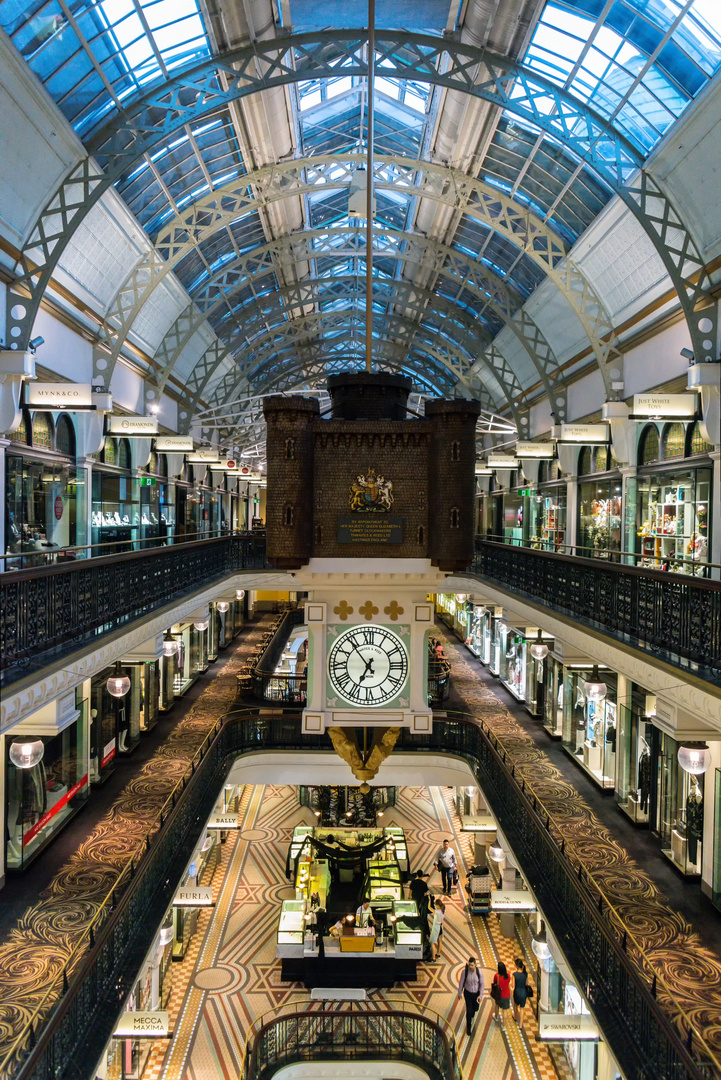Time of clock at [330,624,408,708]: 6:53
